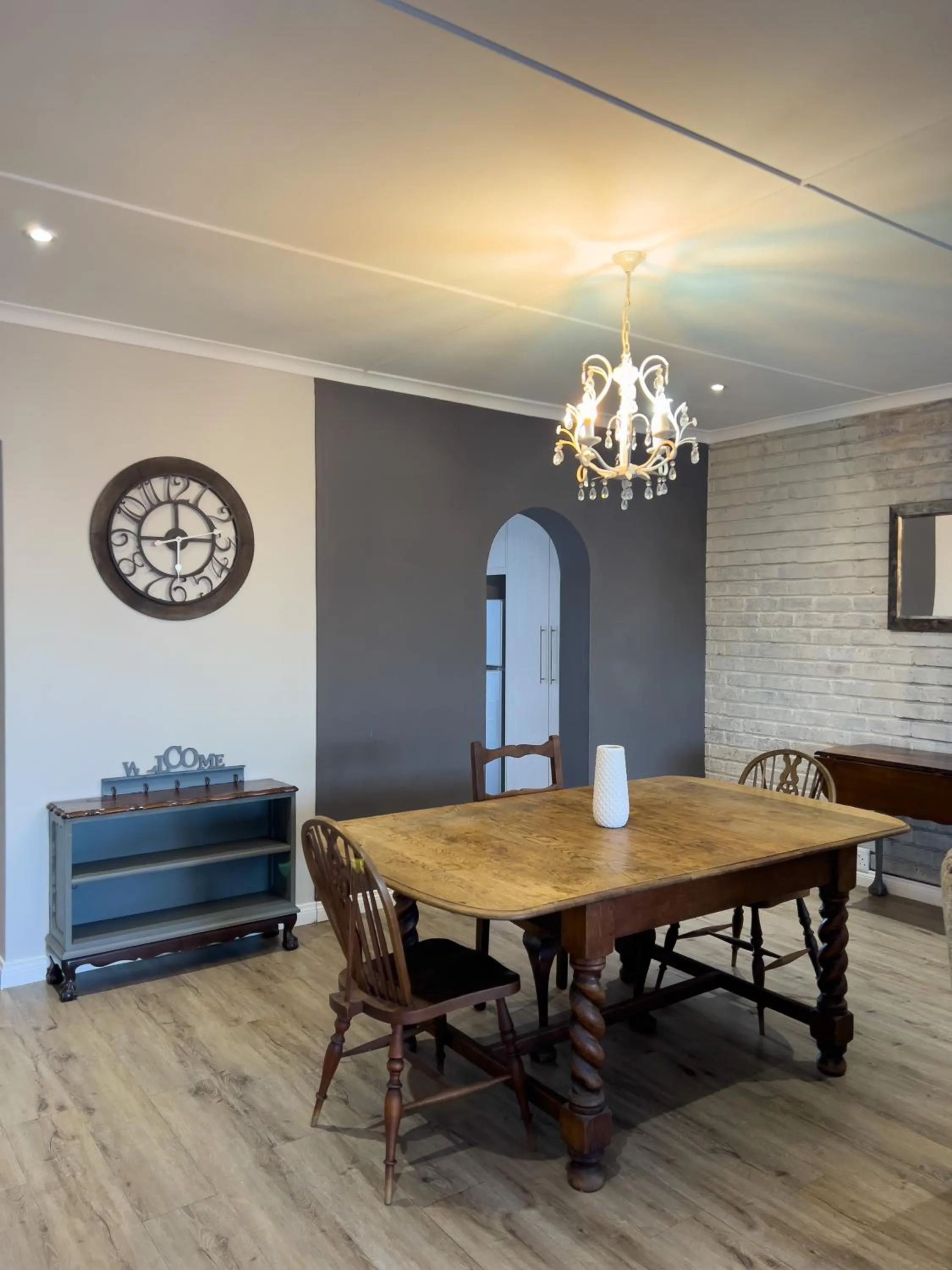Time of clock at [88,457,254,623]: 2:59
